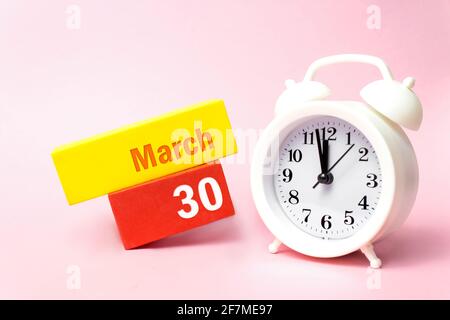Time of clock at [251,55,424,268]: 11:57
